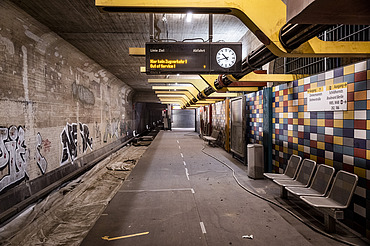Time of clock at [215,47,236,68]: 10:42
